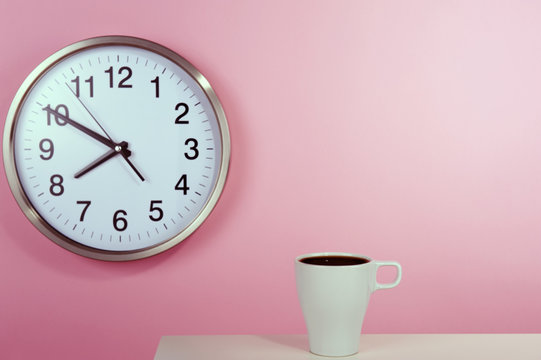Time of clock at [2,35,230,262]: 7:49
